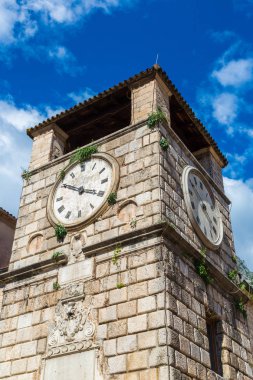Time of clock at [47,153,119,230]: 3:50
